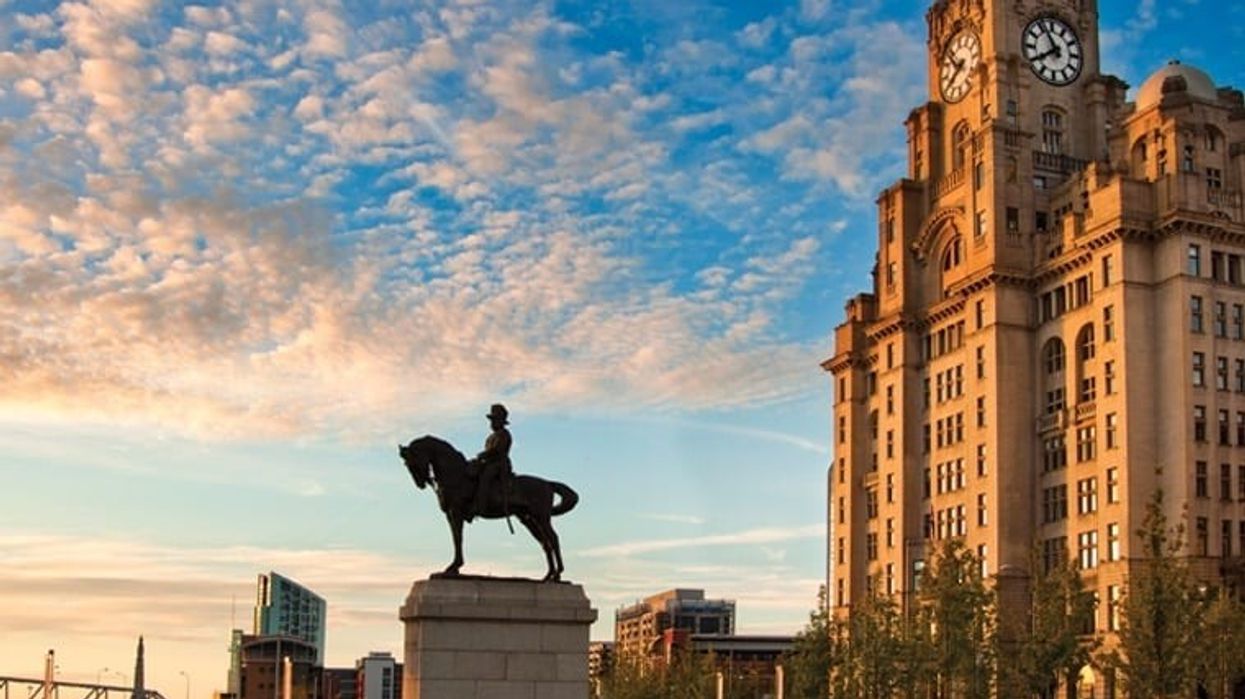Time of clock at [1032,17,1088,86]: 7:55
